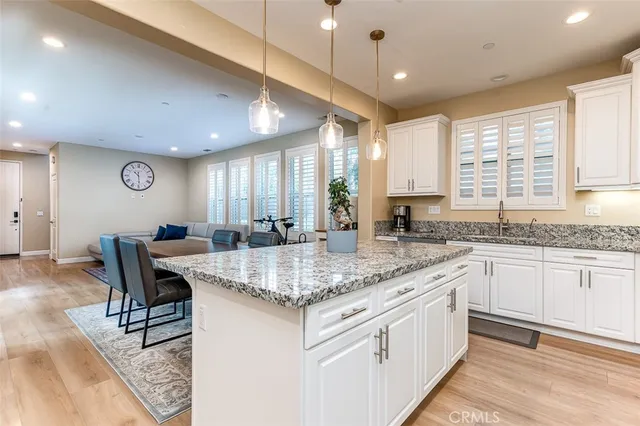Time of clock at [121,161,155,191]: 10:29
